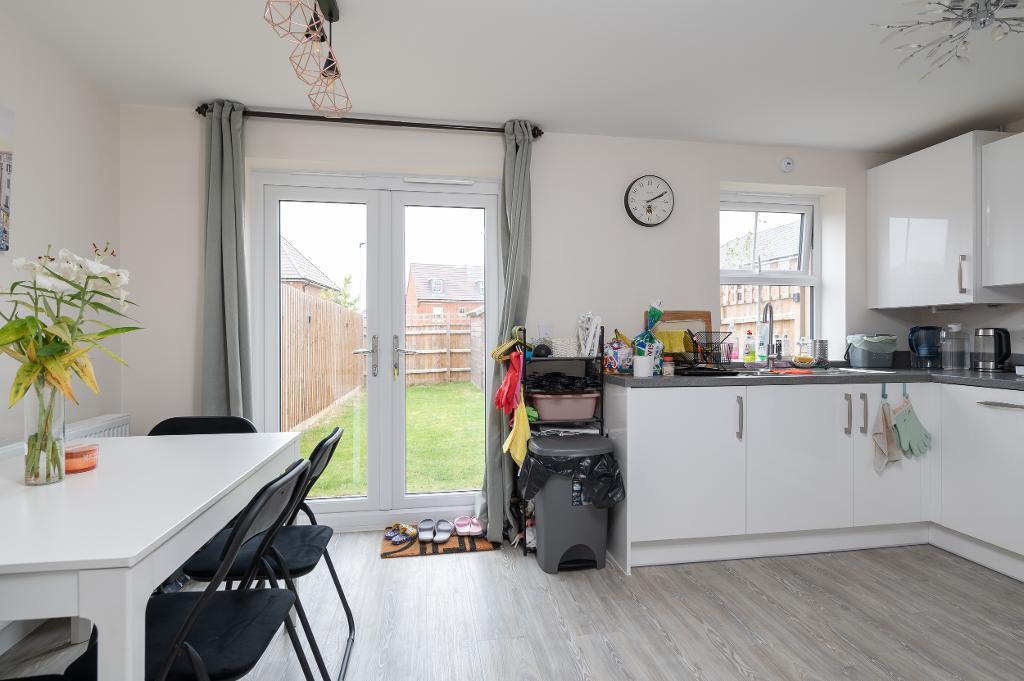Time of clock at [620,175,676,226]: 2:10
